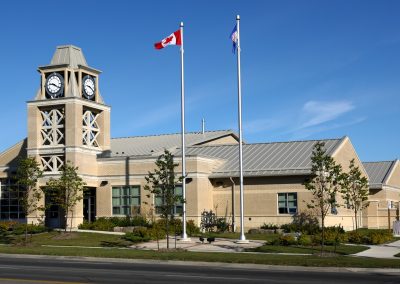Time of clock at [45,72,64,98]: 9:20
